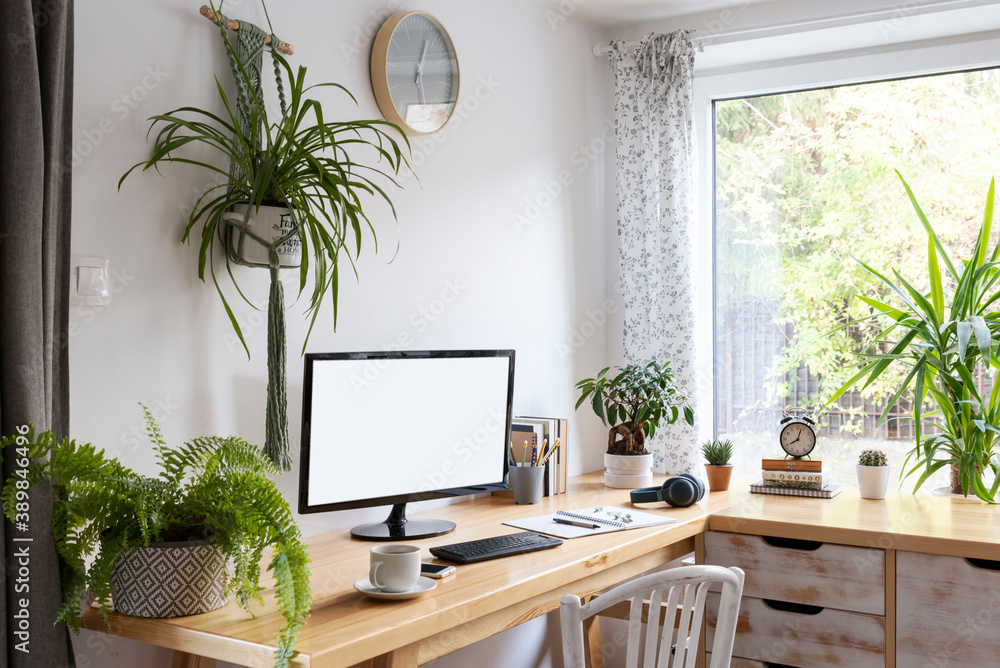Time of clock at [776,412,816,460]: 8:03
